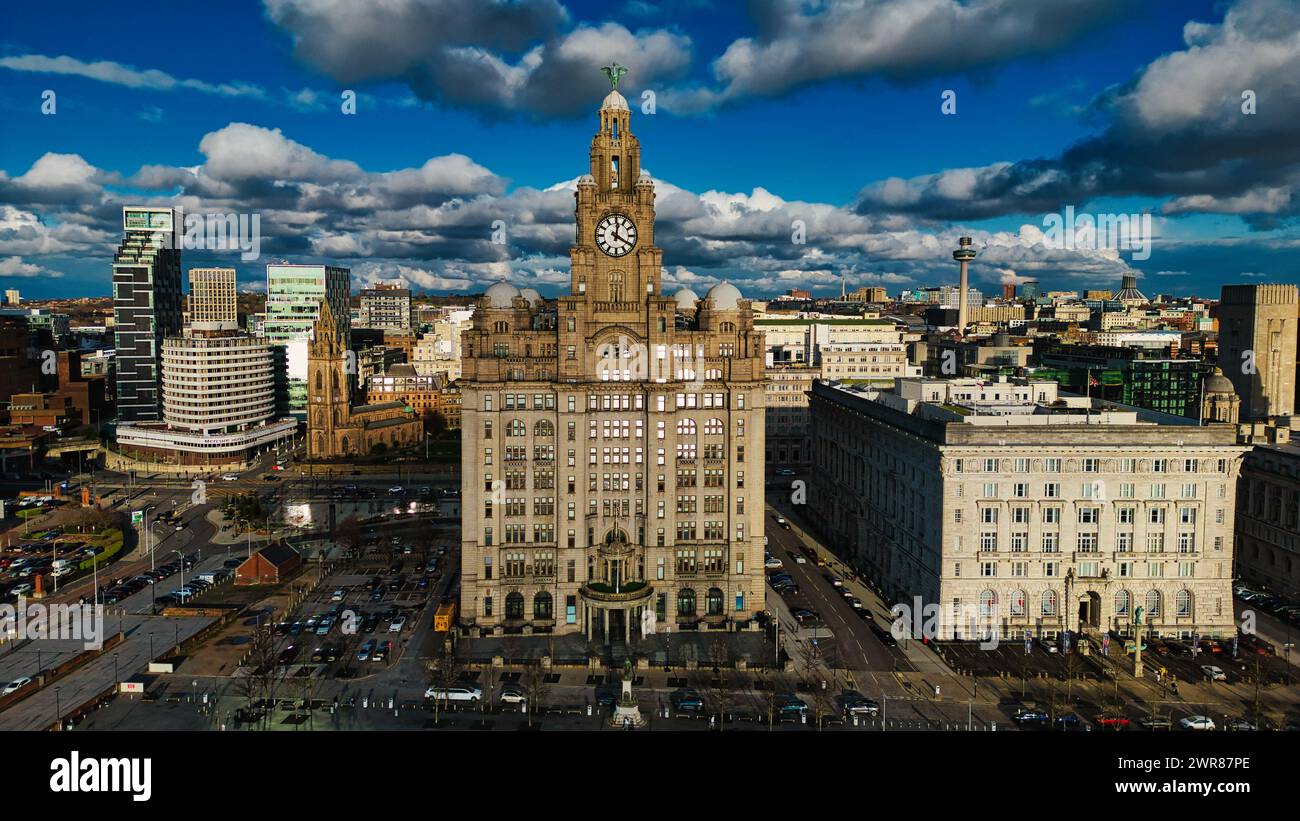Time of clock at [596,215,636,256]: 12:20
